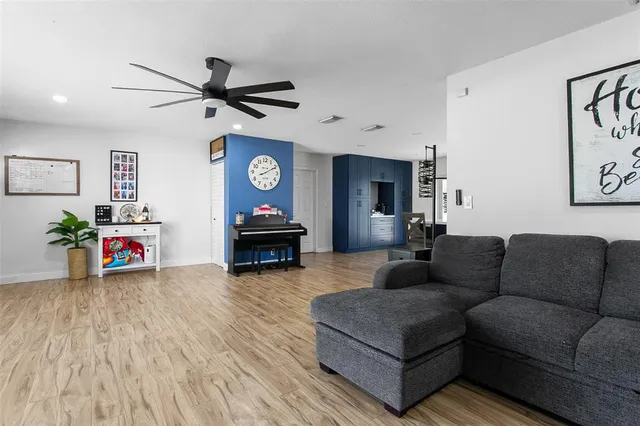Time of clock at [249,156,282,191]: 8:10
